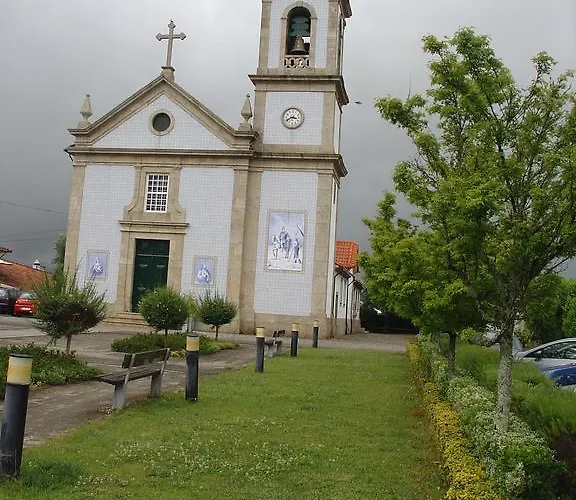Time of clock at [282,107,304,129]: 3:40
